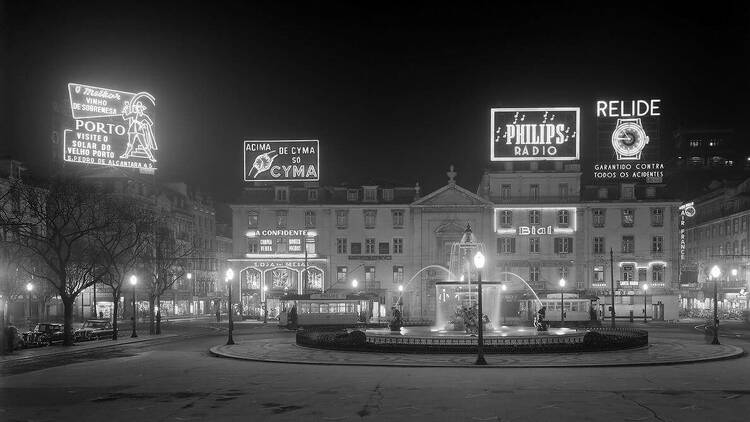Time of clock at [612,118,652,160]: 10:45
